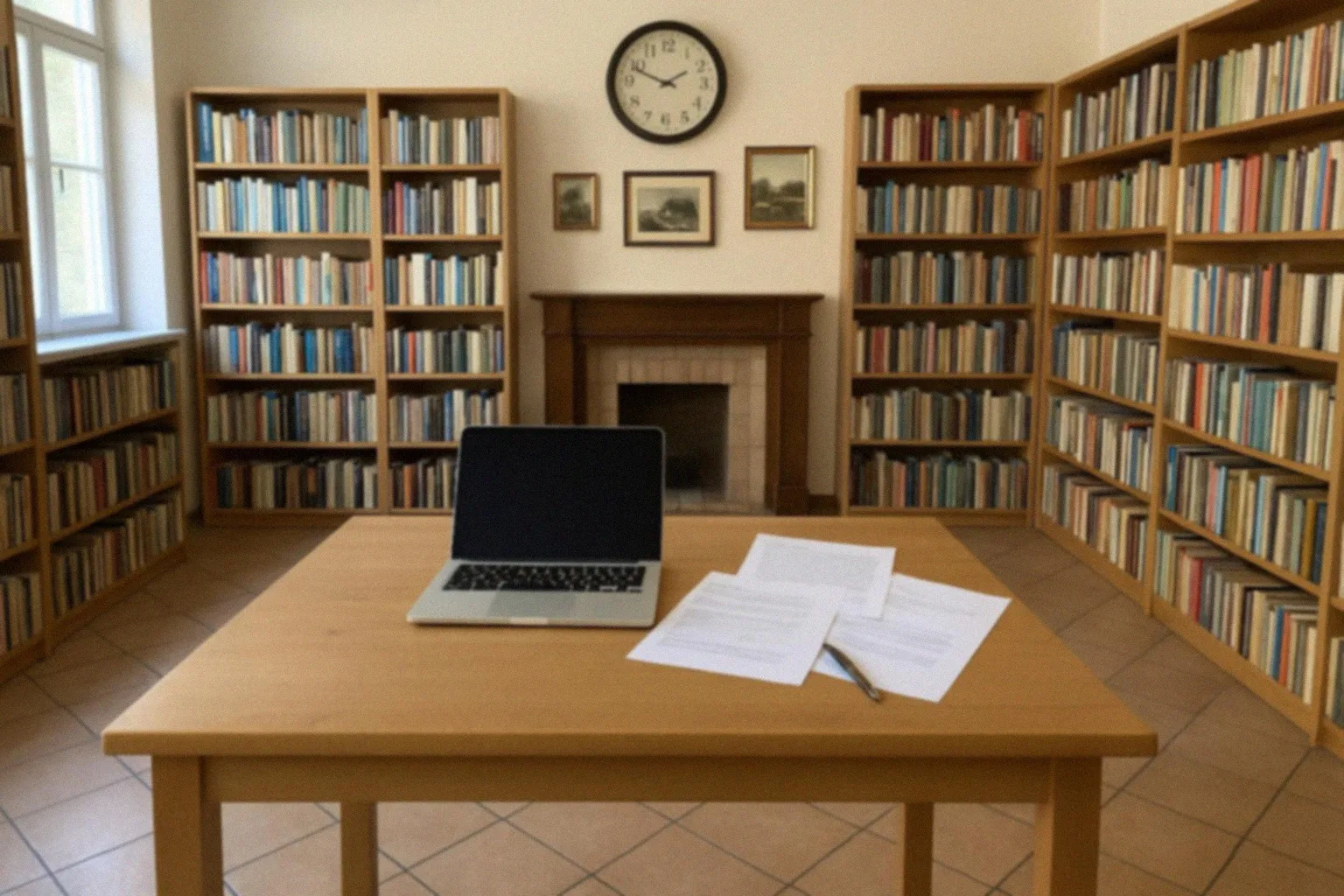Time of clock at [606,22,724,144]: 1:48
